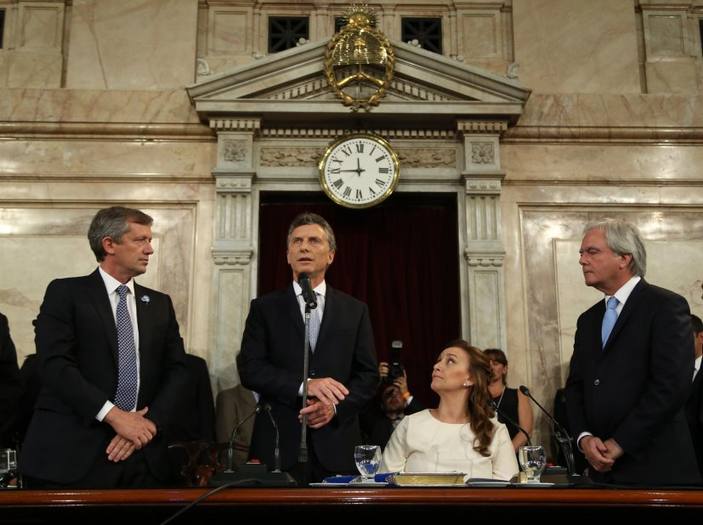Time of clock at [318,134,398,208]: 11:45
